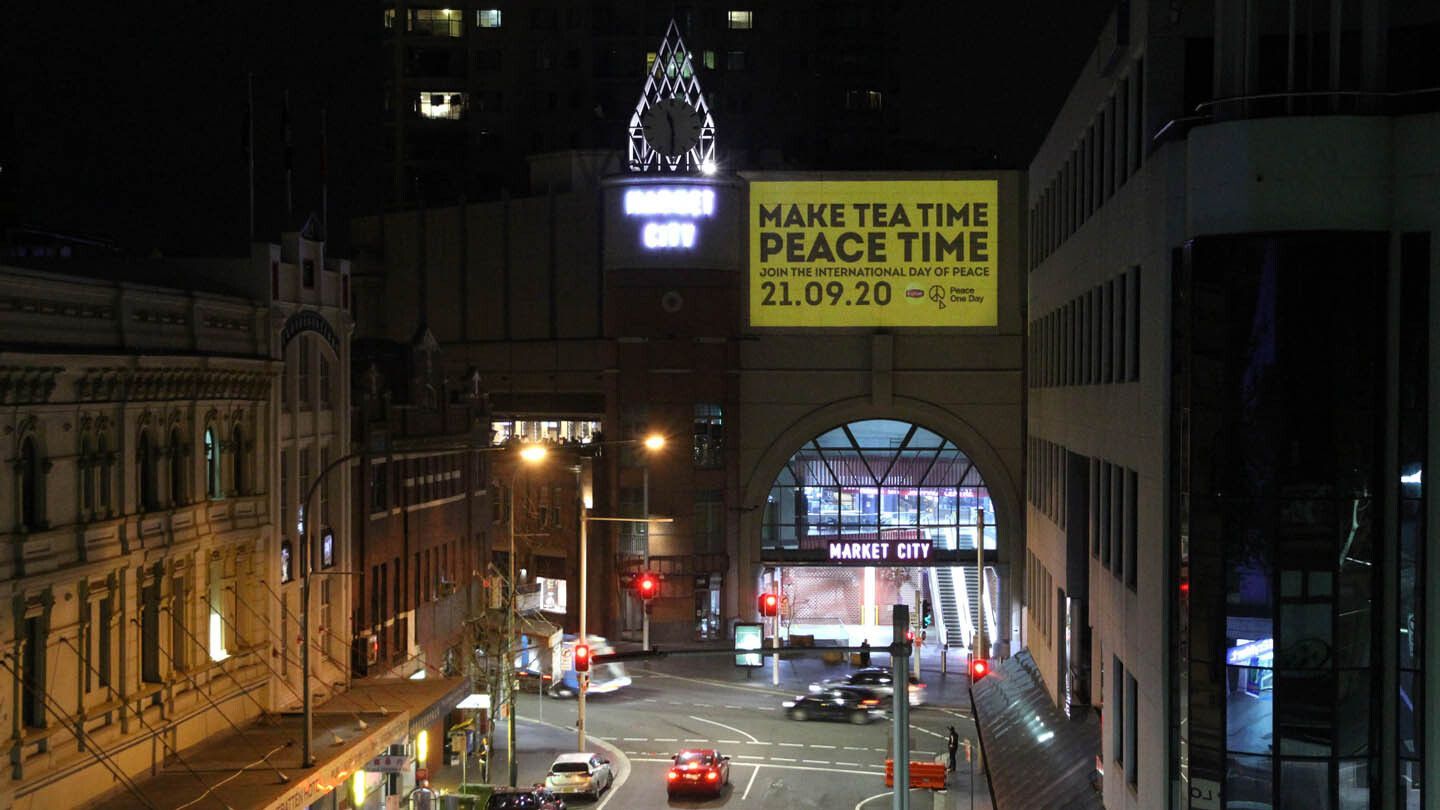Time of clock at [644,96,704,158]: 11:29
